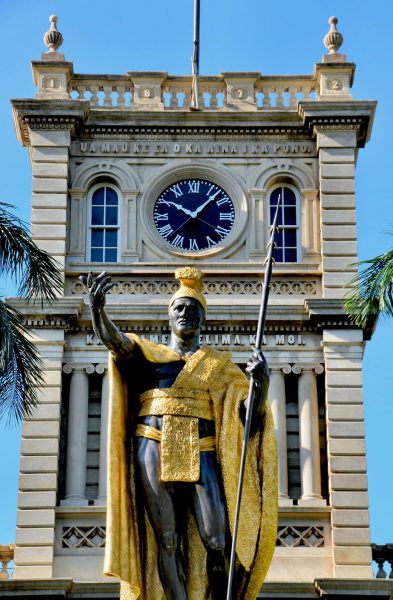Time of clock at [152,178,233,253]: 10:07
